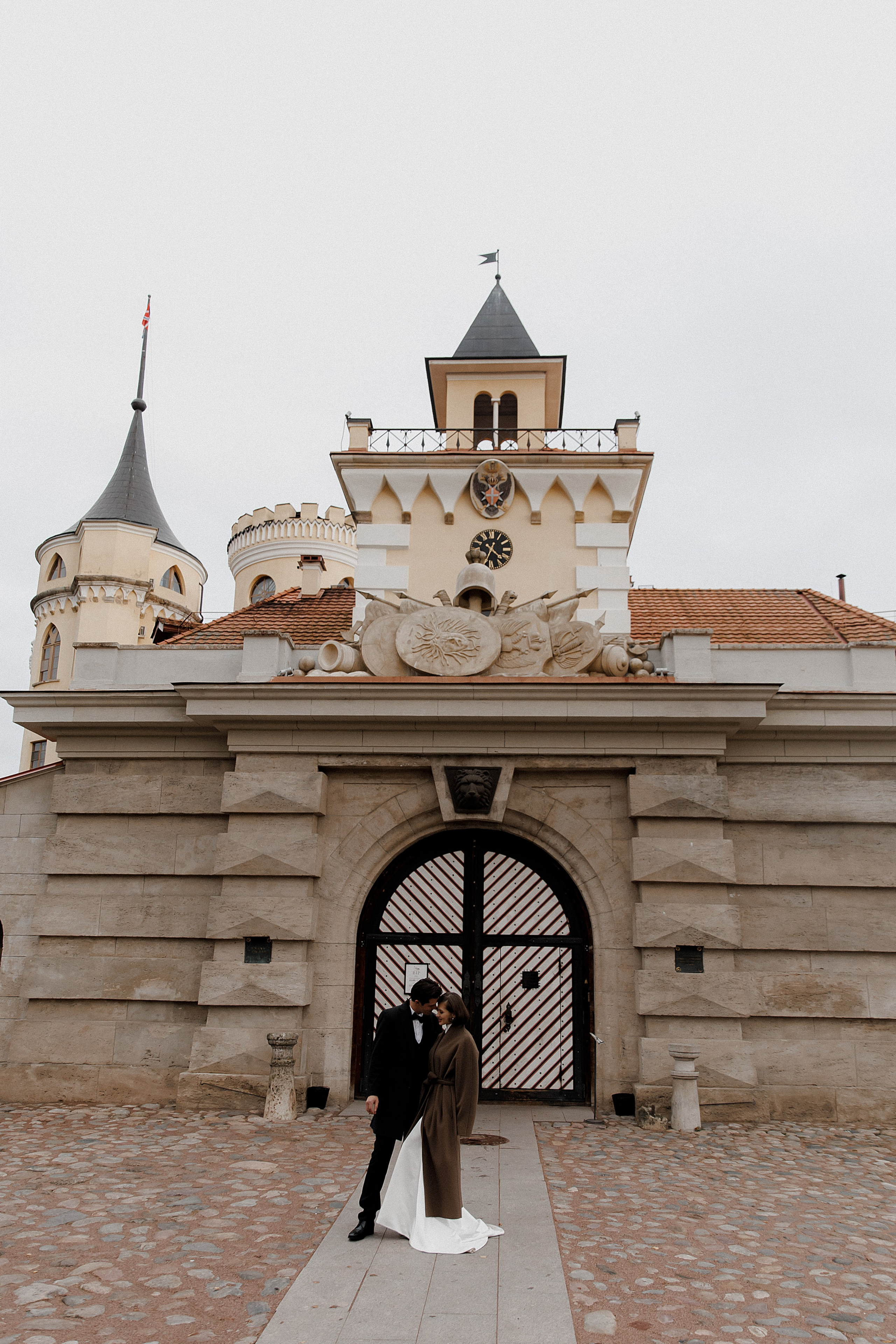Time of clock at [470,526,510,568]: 4:34
